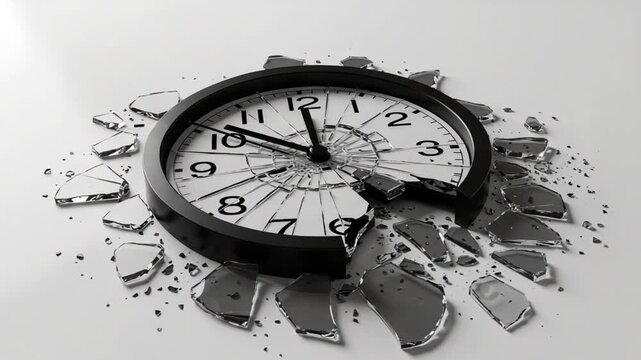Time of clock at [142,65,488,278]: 11:51
